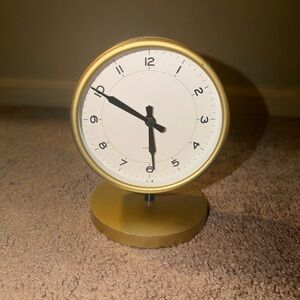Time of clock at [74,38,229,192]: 5:50
